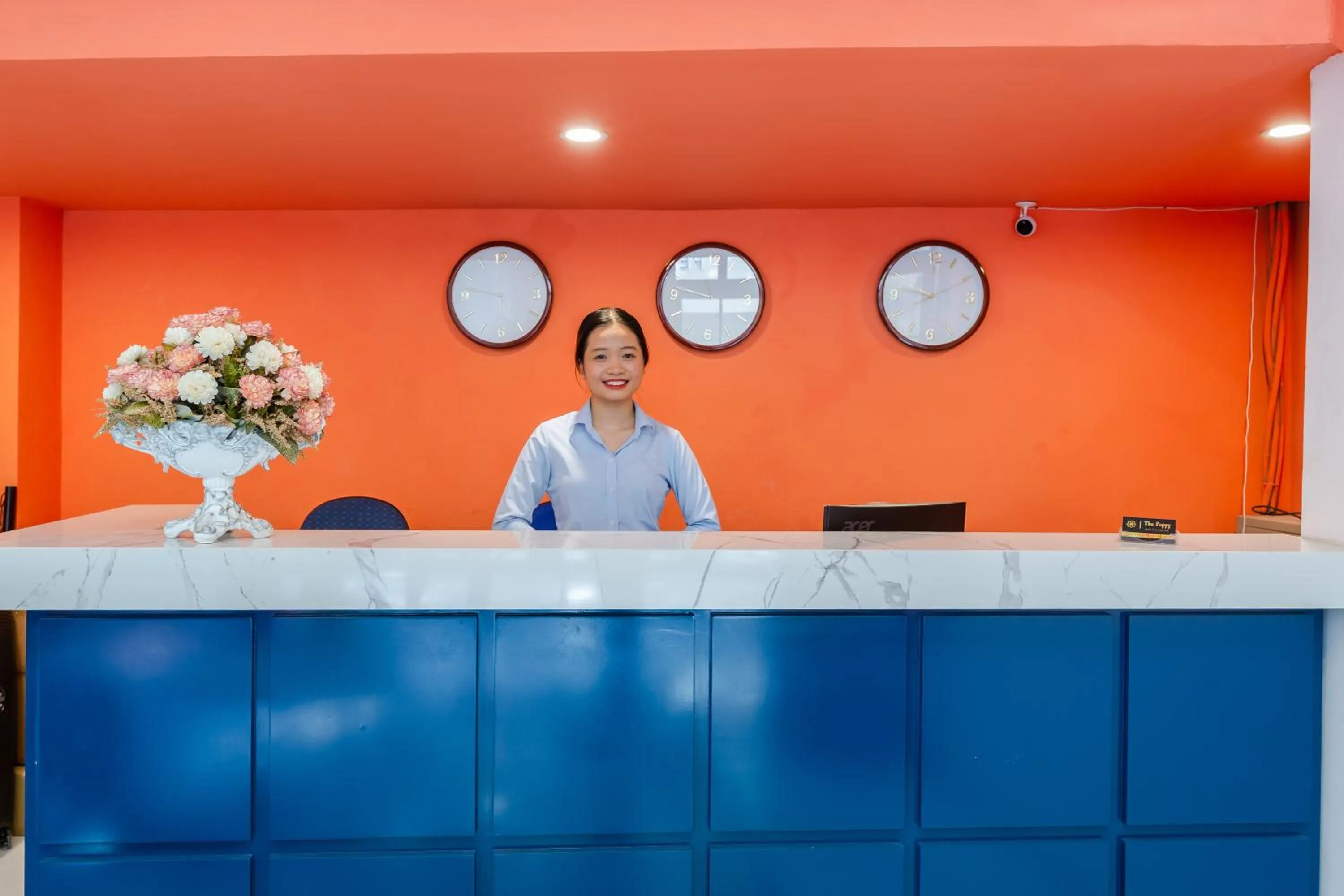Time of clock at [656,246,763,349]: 9:14
